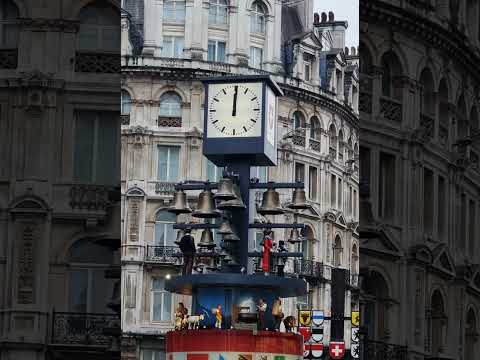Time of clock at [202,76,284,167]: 12:00
